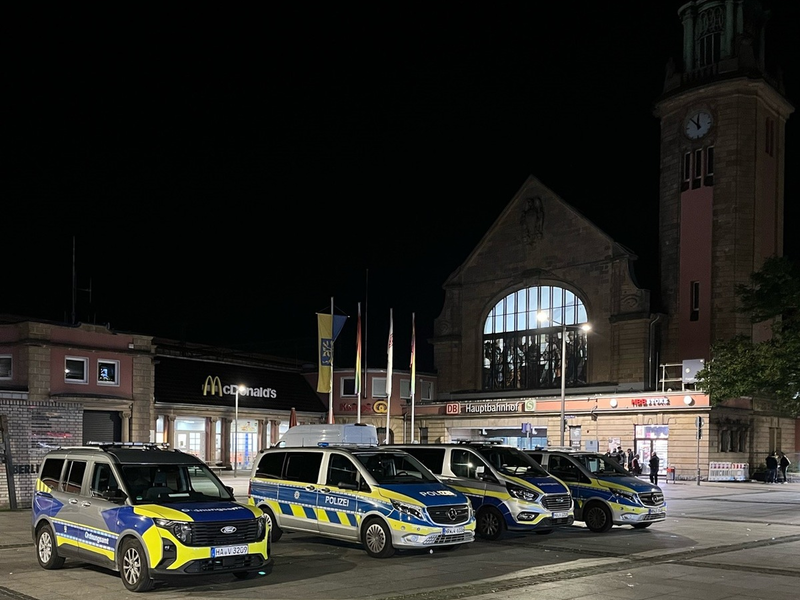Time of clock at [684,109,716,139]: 11:52
